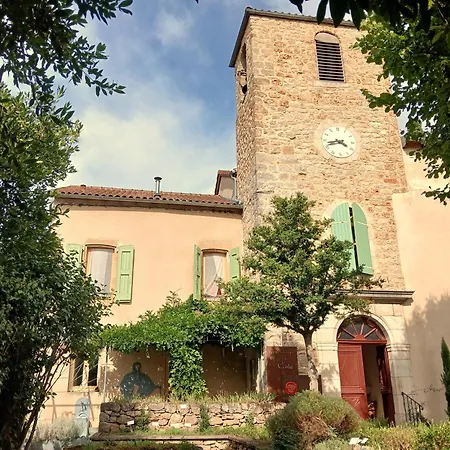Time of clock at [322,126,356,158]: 3:42
